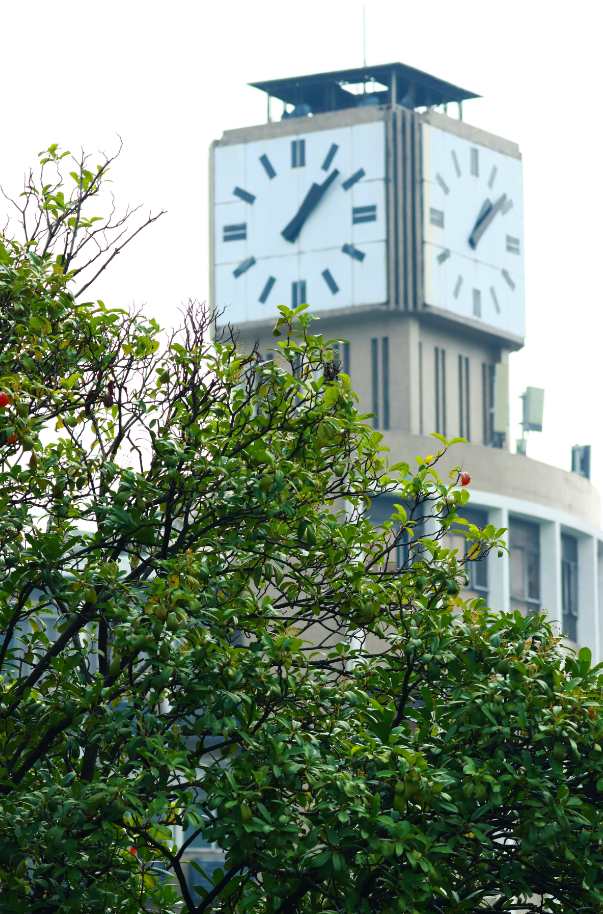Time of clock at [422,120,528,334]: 1:08
